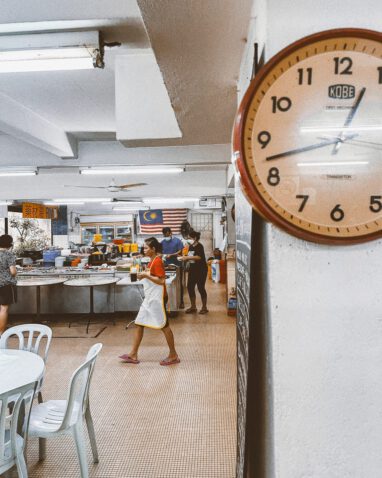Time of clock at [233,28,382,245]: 12:42
